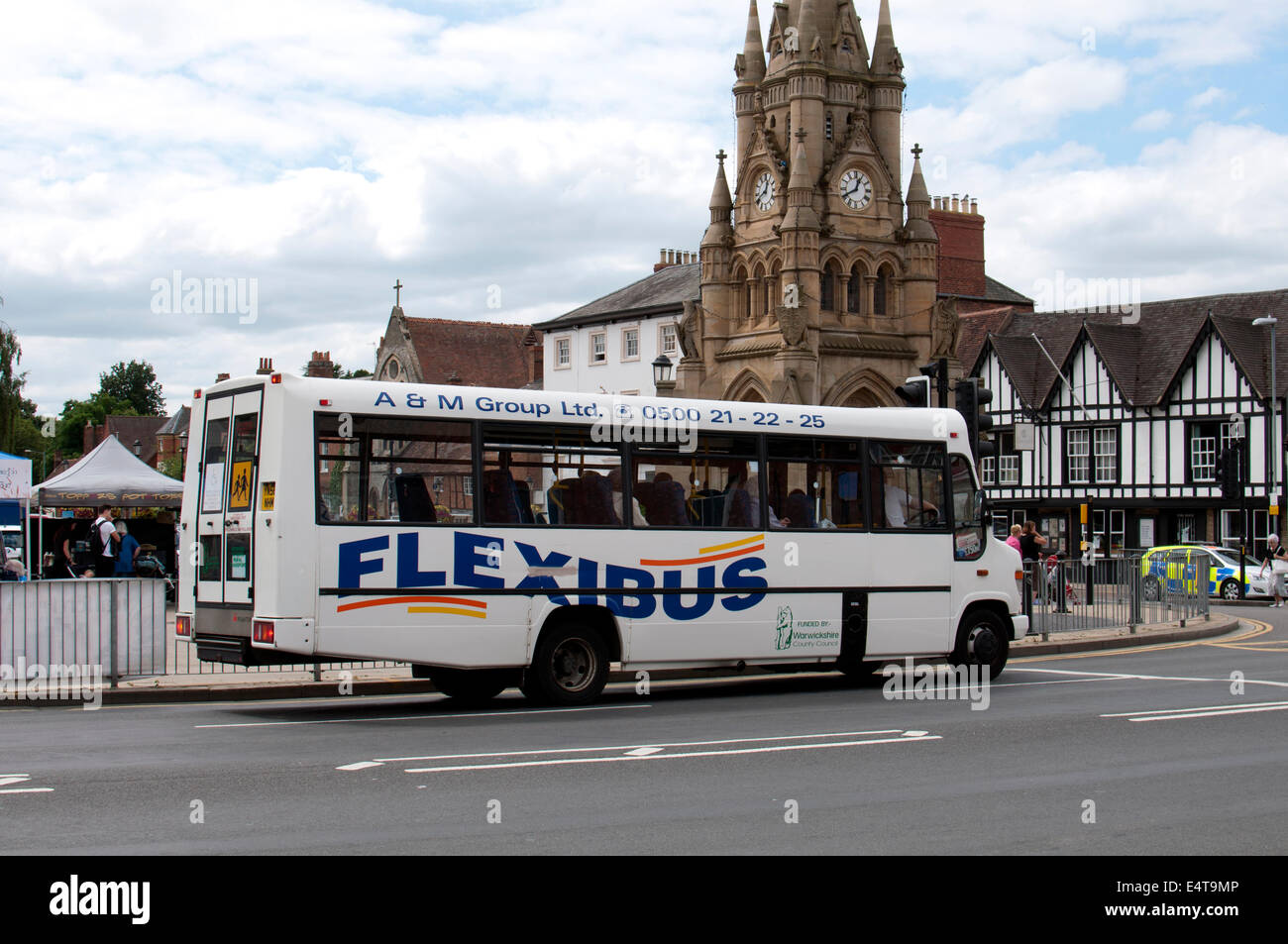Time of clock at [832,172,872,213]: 12:40
